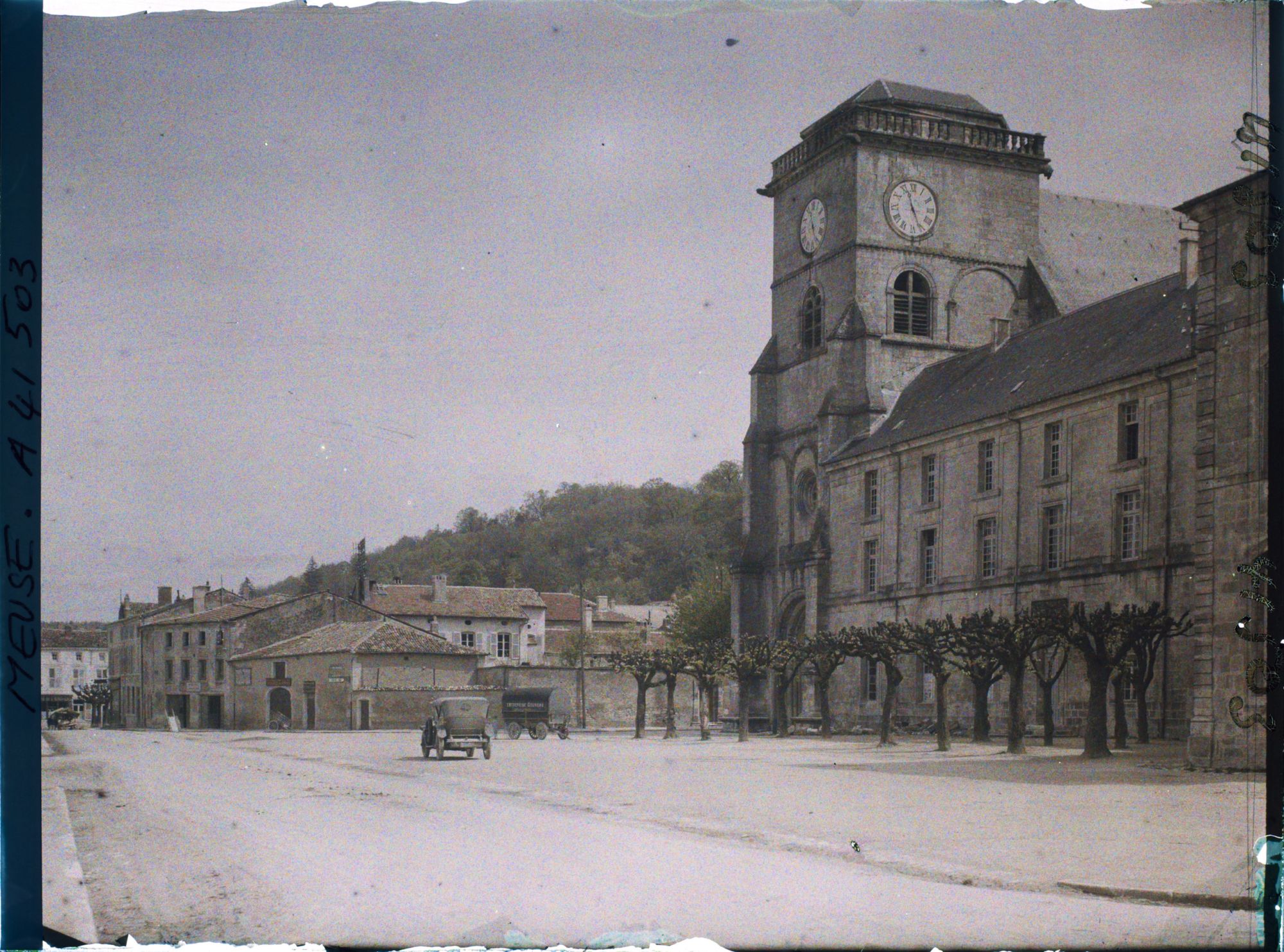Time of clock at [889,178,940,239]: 11:25
